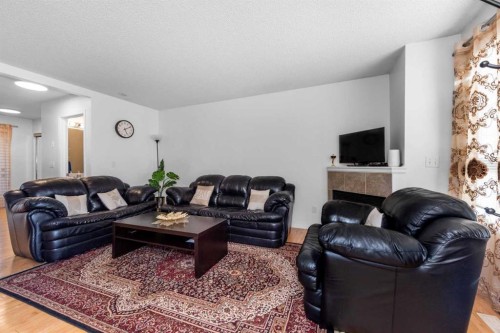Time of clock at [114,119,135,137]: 5:10
